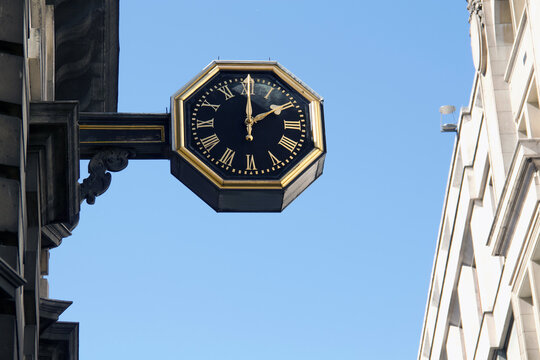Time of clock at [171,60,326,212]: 2:00
